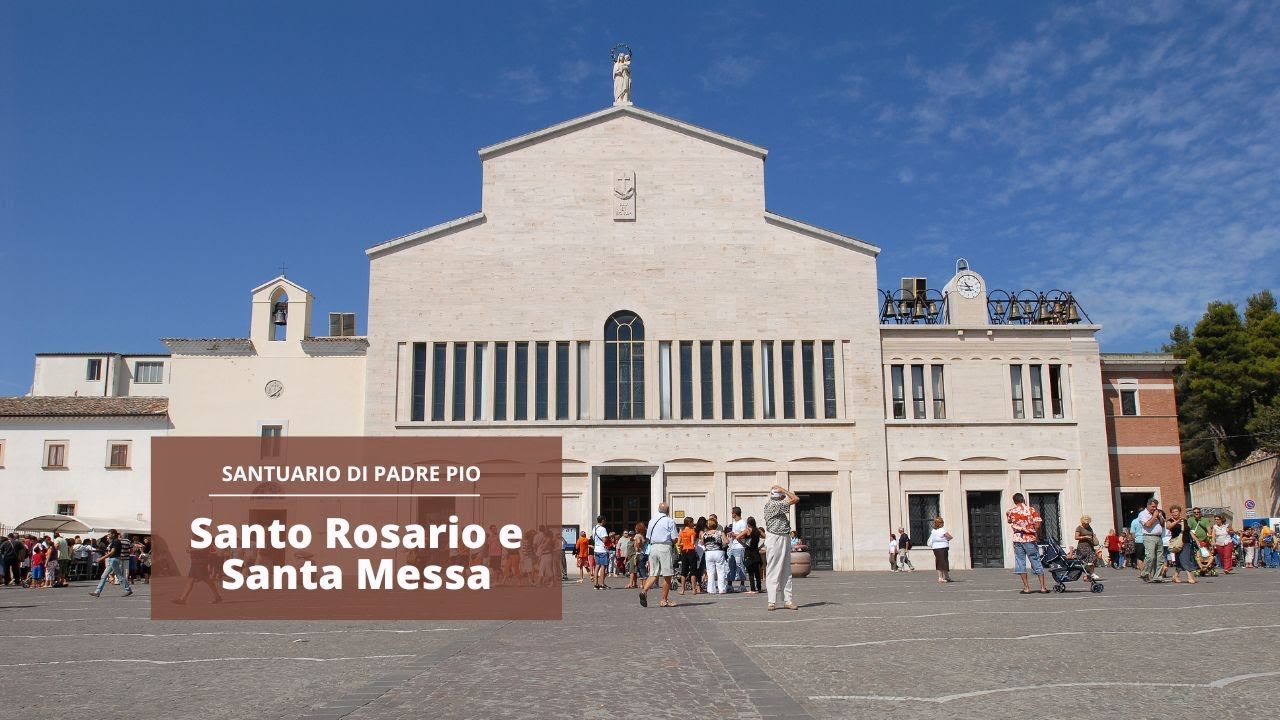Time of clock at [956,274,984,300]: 10:45
